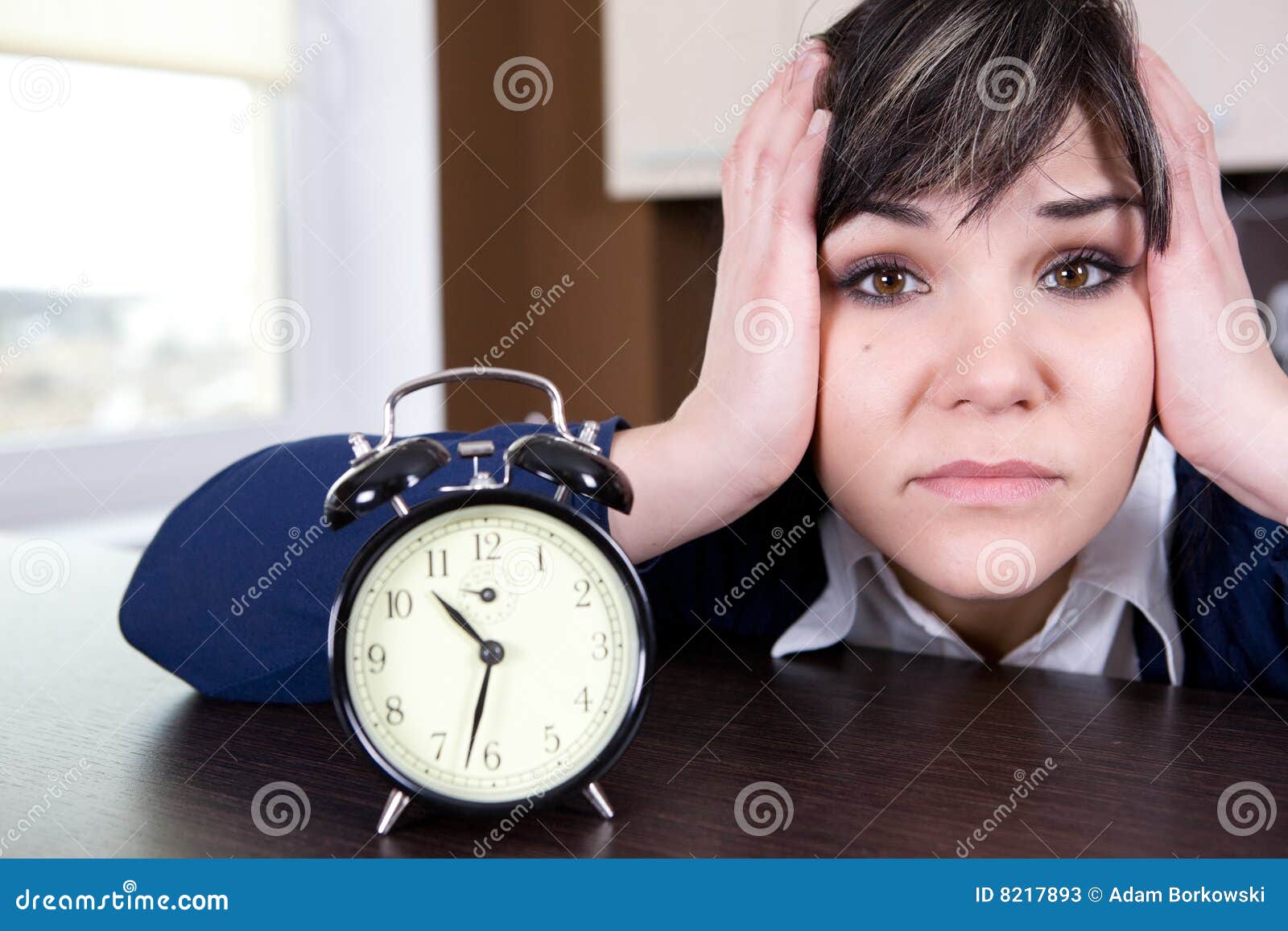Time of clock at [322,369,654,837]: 10:32
